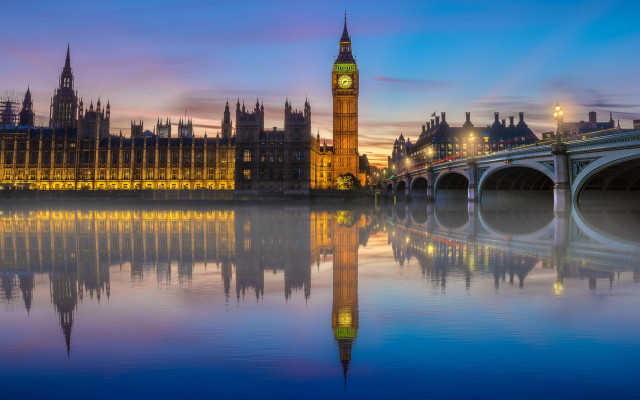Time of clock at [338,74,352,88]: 7:14
